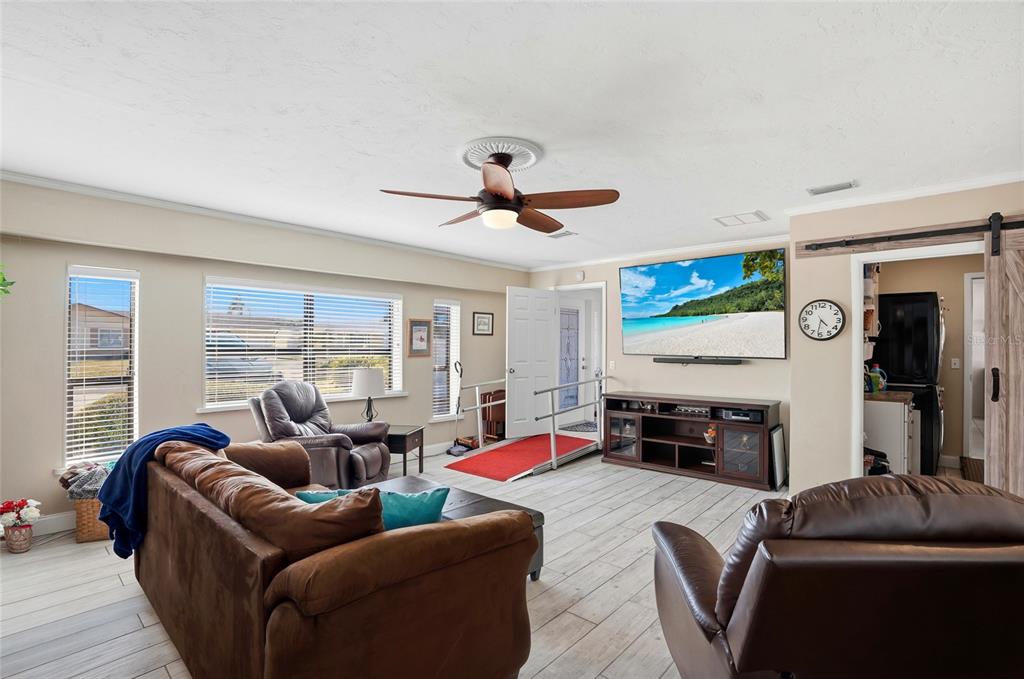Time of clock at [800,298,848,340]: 4:31
